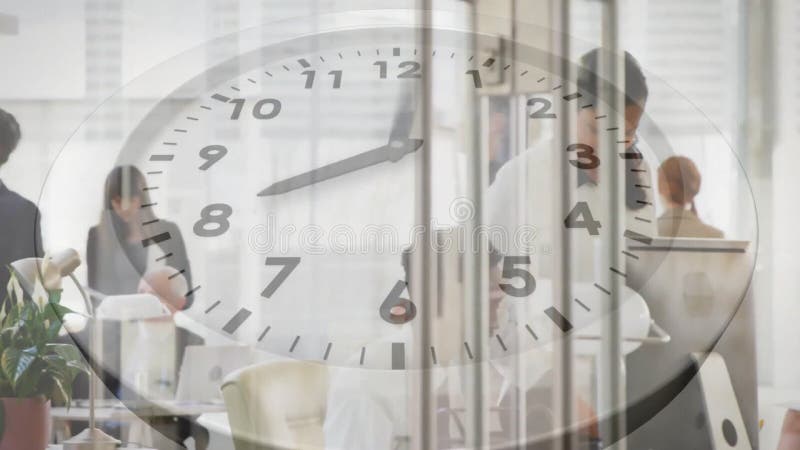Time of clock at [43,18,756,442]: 8:01
